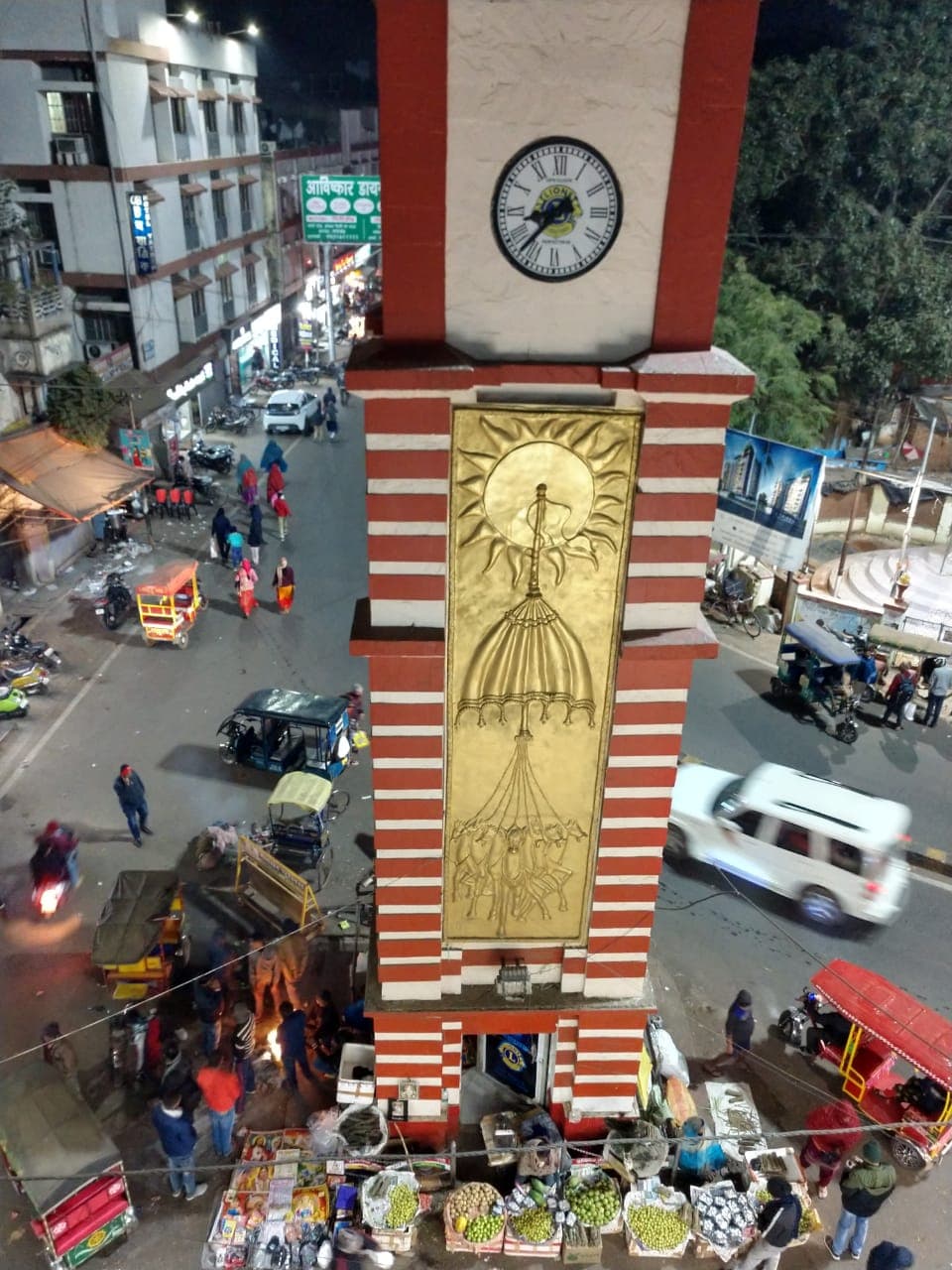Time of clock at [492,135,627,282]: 8:37
